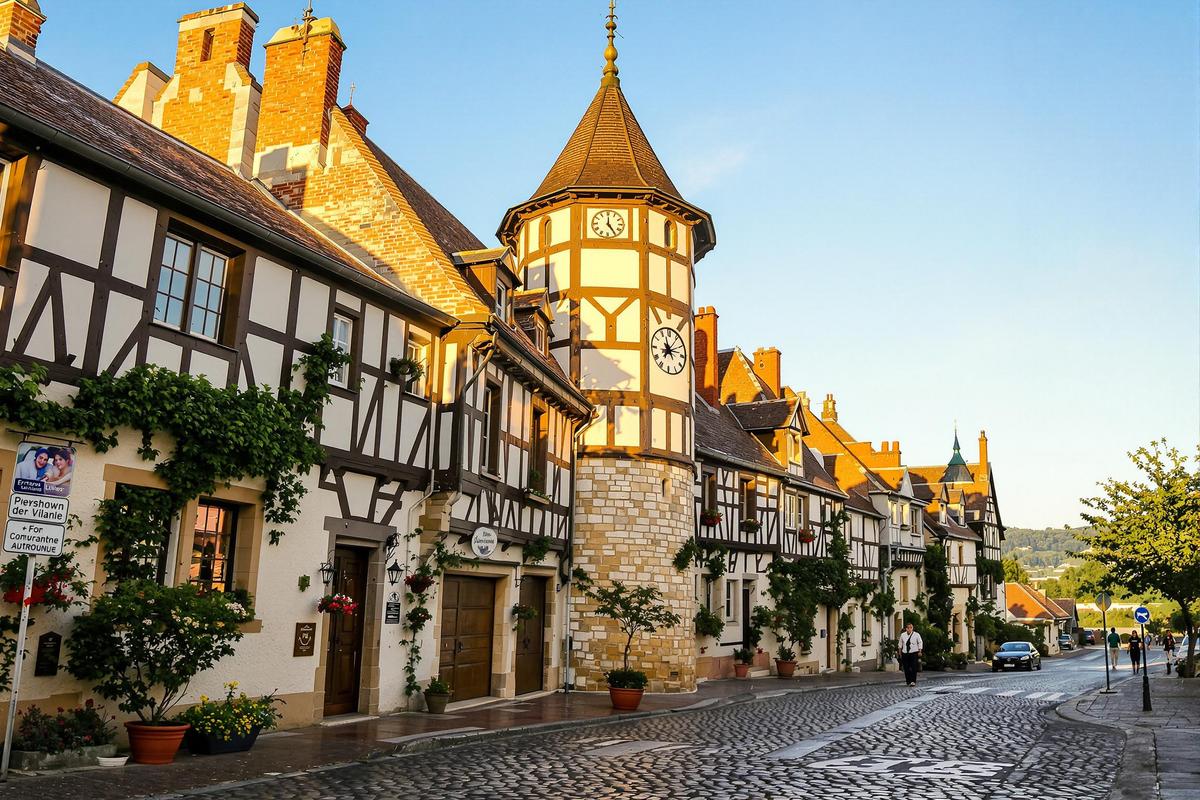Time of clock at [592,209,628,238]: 12:24
